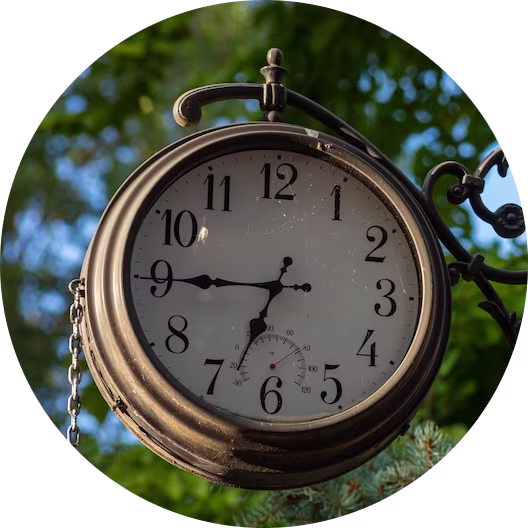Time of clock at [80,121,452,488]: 6:45
